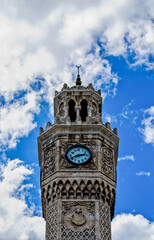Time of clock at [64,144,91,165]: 2:41
